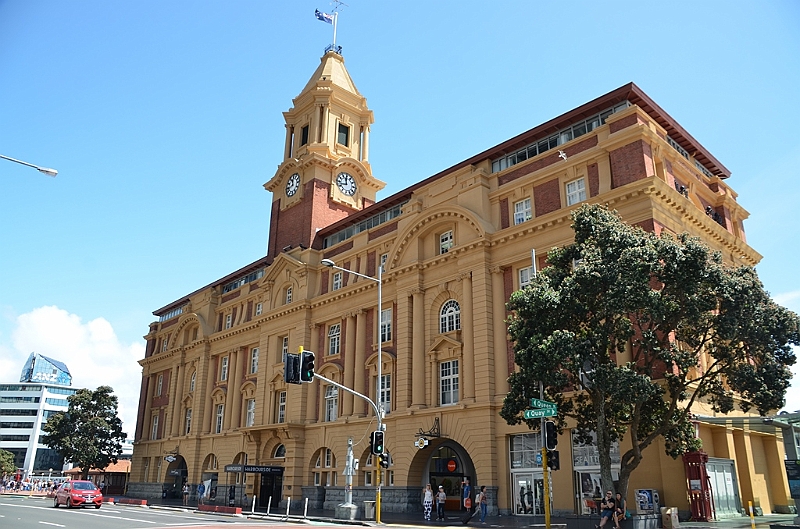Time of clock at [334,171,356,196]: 11:42
